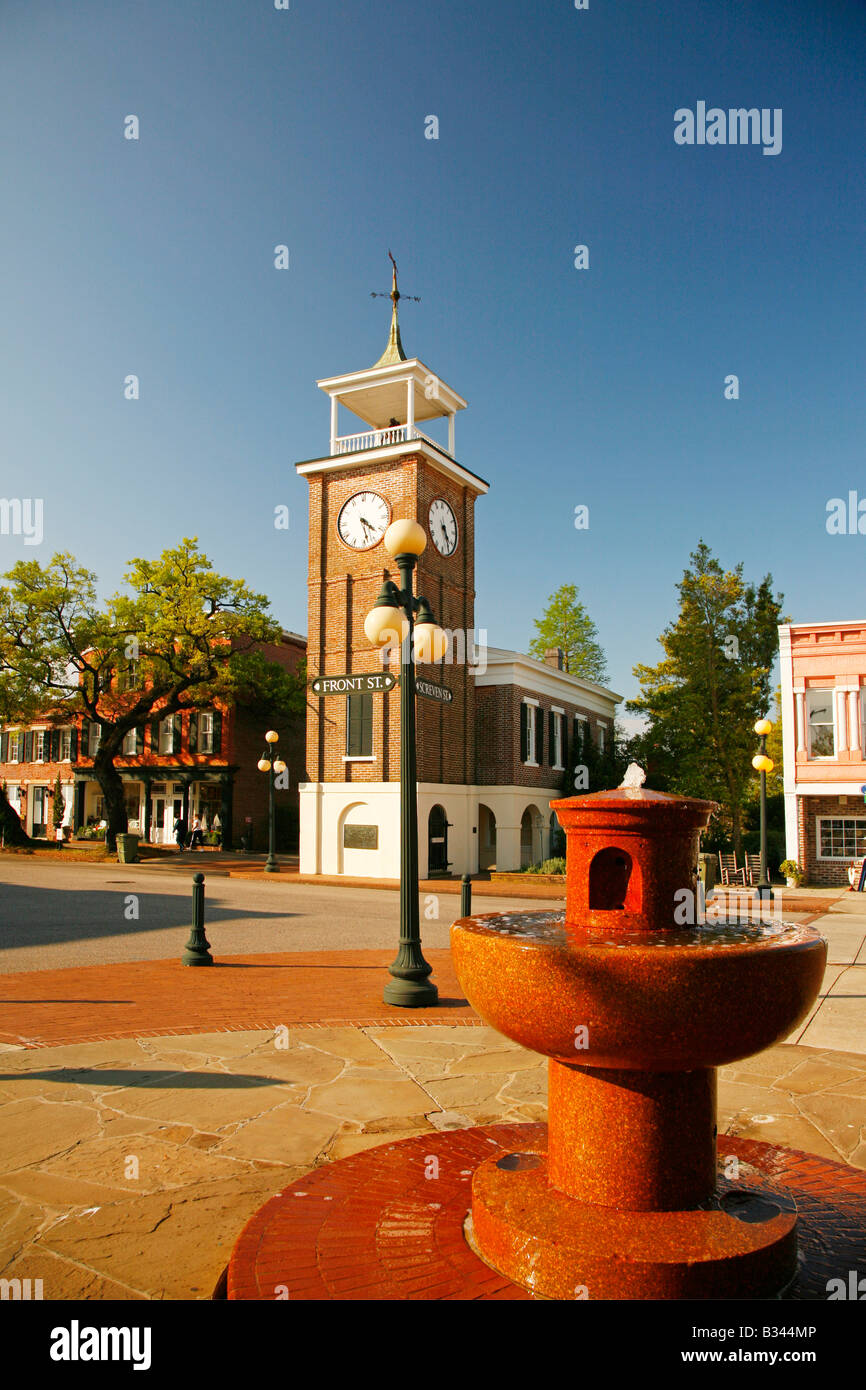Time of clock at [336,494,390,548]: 4:27
